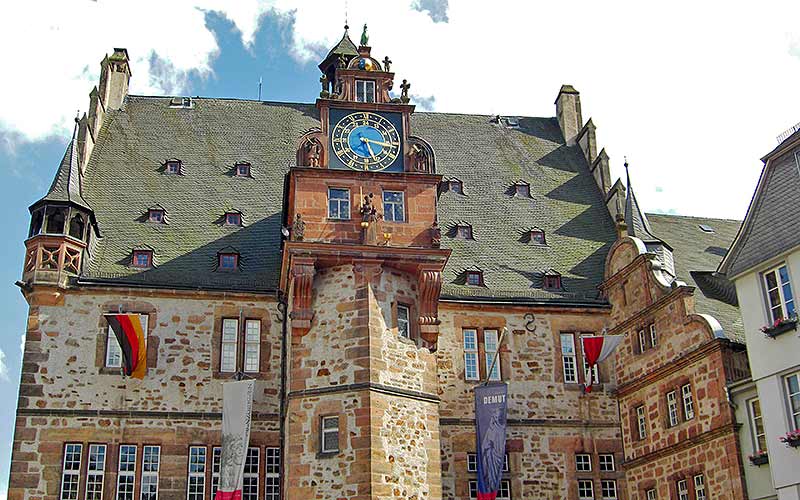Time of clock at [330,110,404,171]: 5:16
